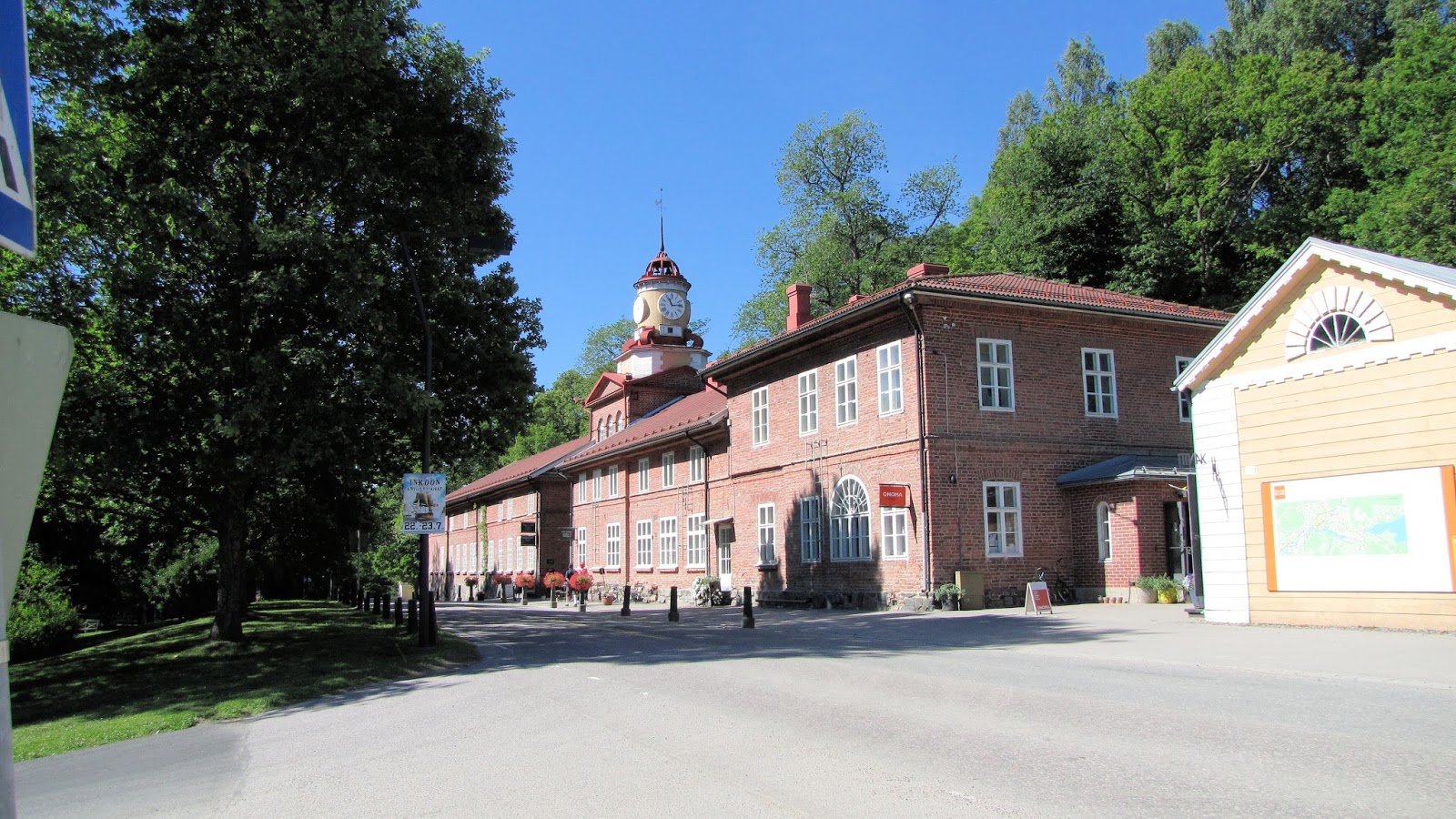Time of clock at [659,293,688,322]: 11:13
